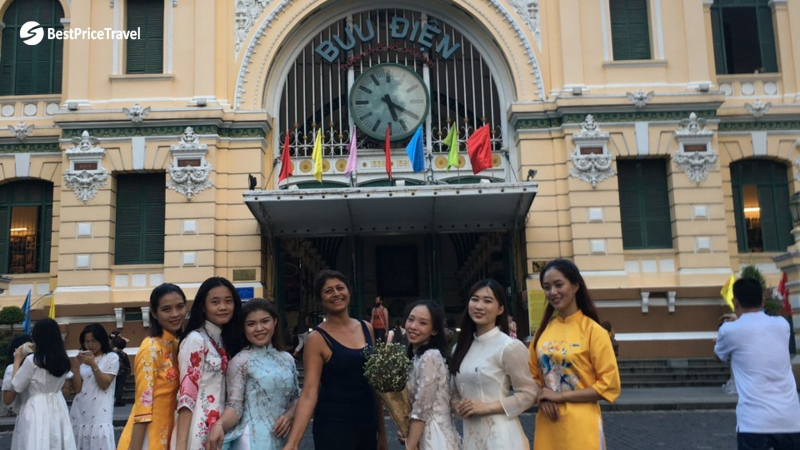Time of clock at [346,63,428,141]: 5:19
